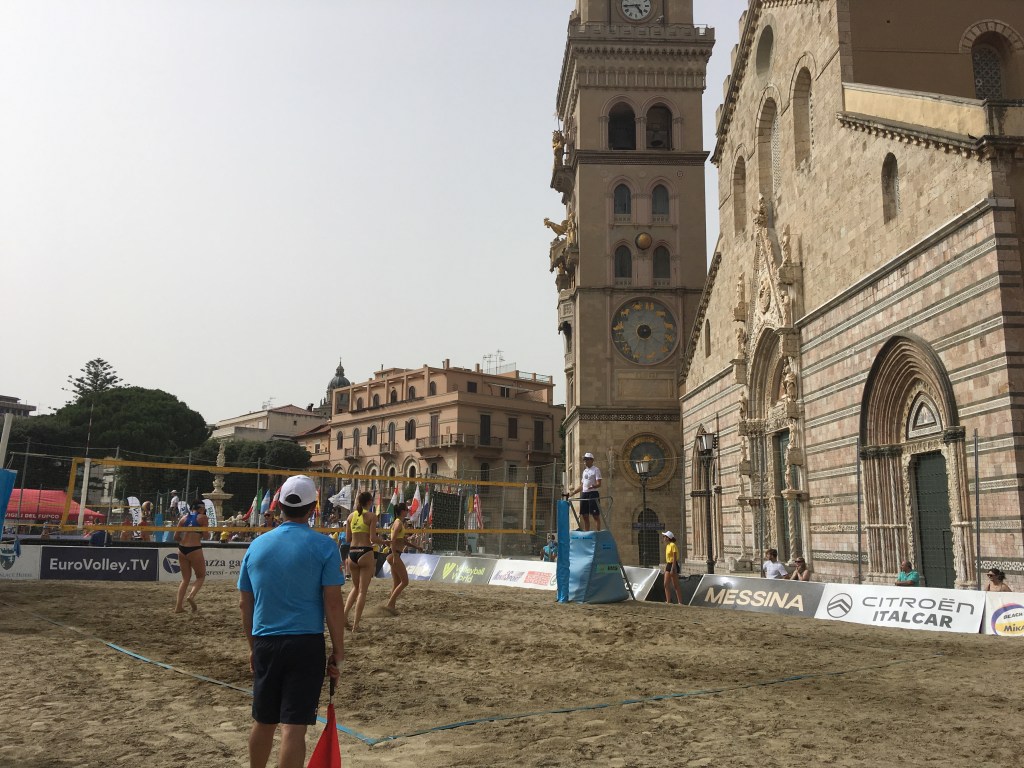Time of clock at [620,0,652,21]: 4:44
